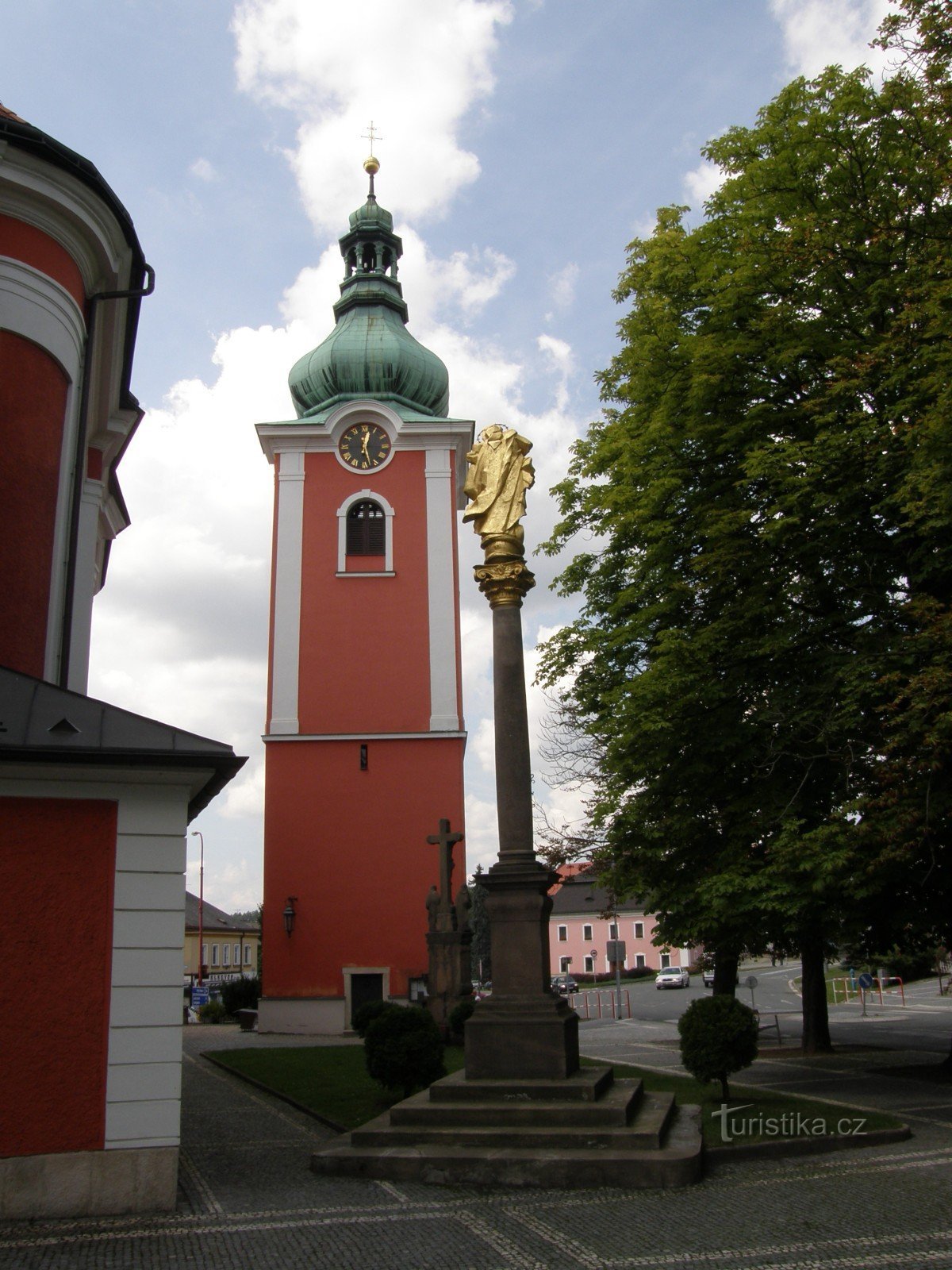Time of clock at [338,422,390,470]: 12:27
